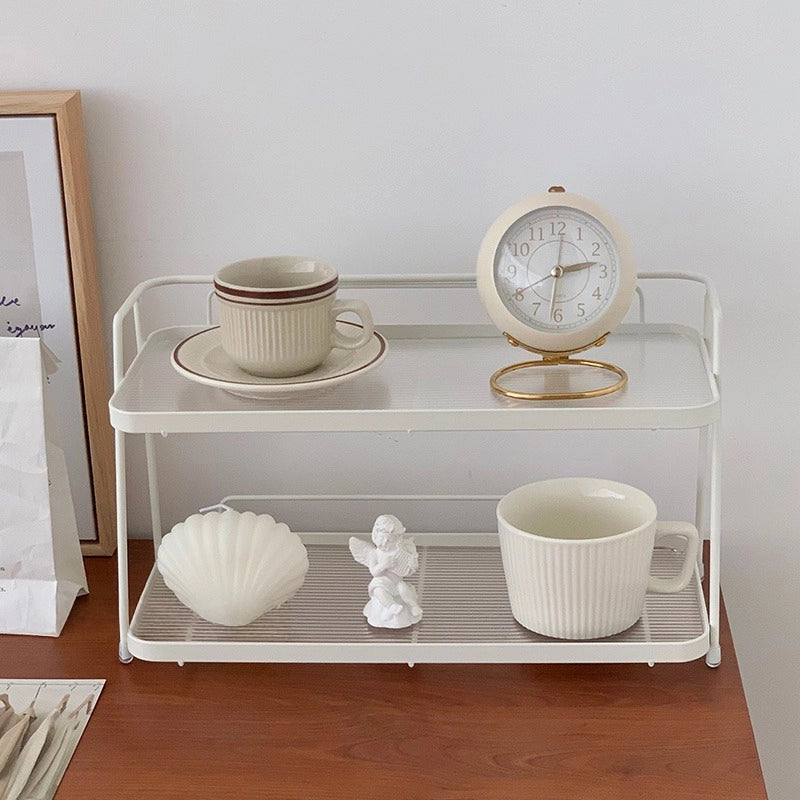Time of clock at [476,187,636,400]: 2:40
